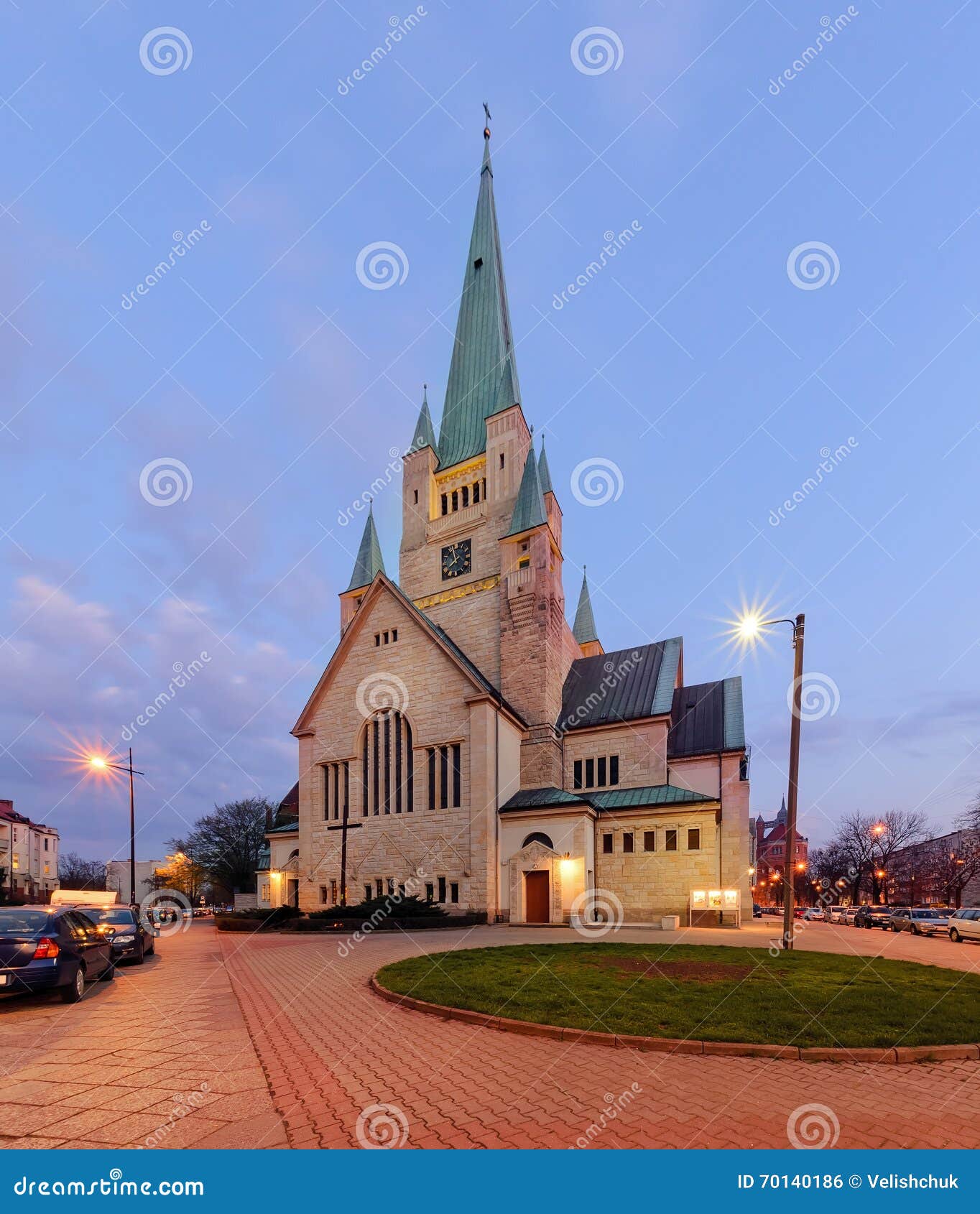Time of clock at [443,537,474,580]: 7:57
